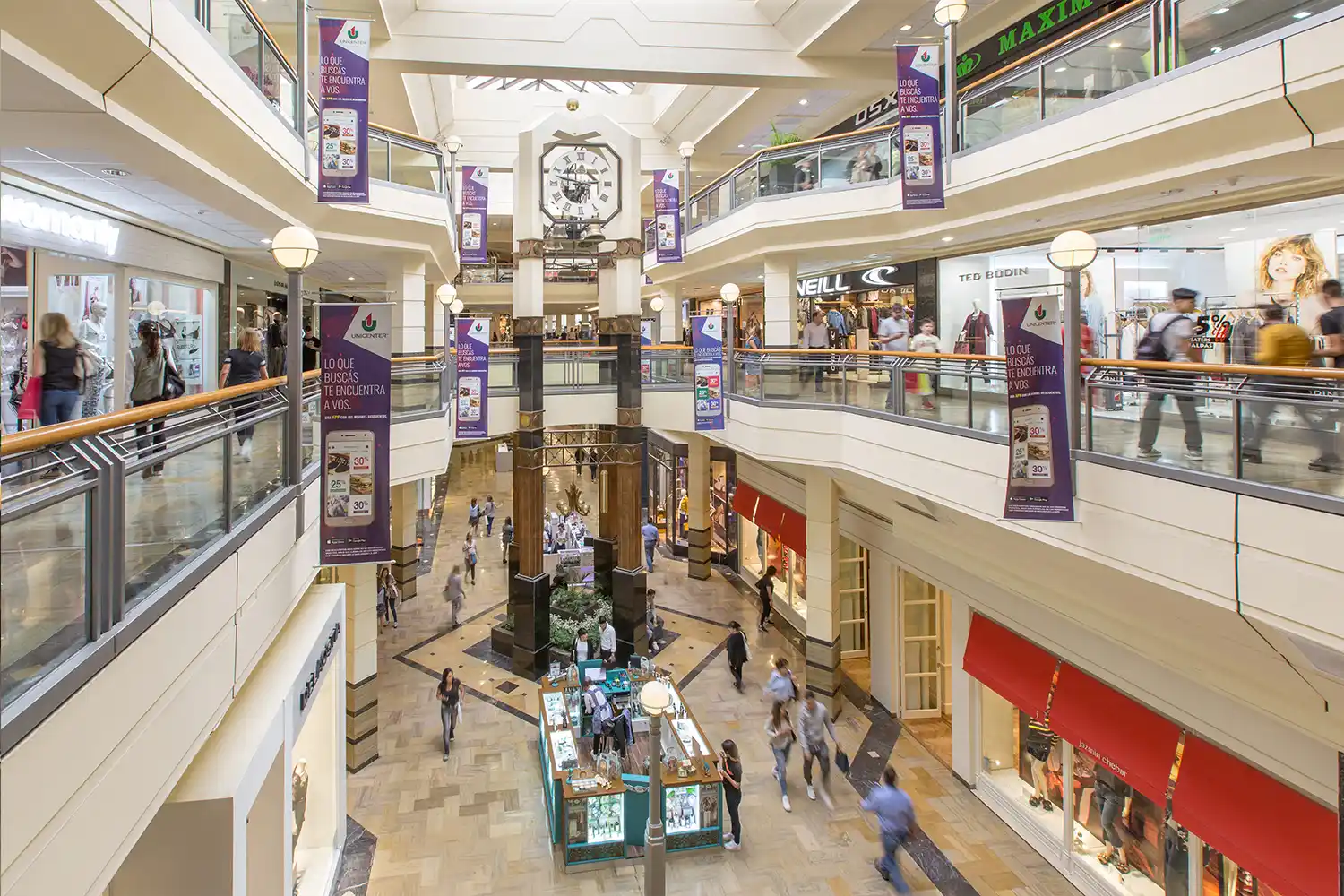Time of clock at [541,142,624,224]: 6:47
